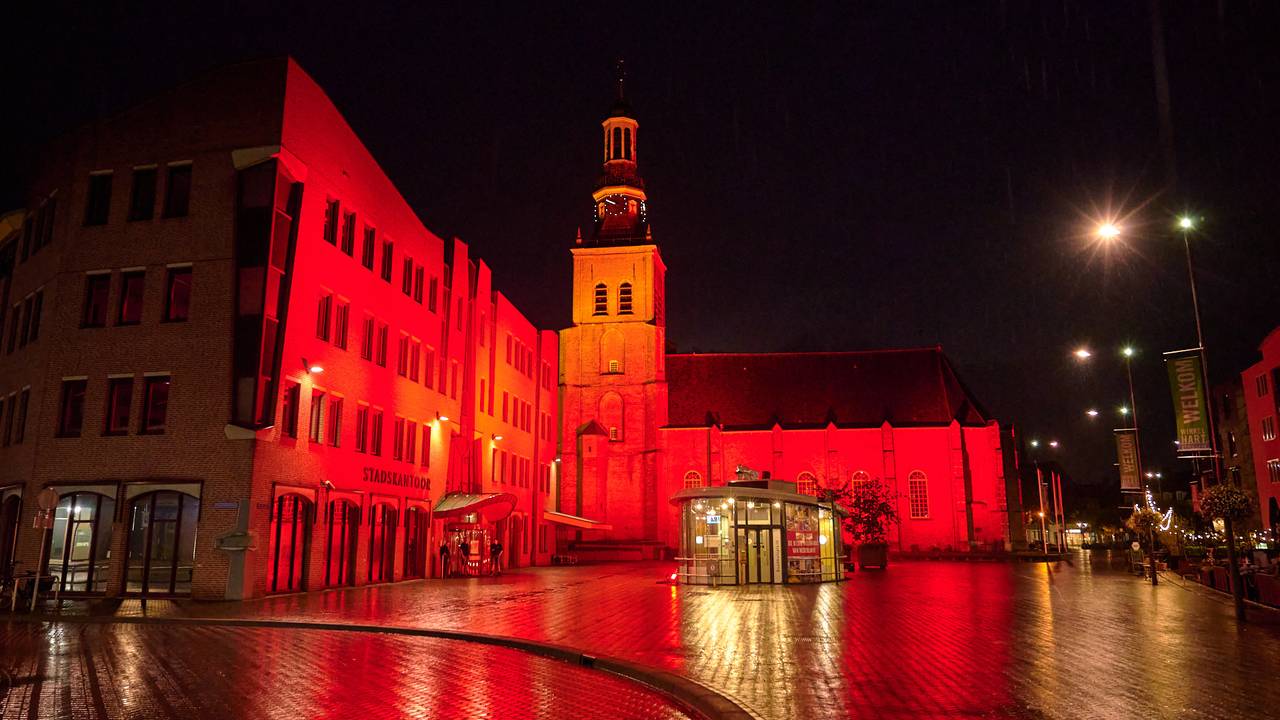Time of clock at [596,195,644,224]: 9:50
